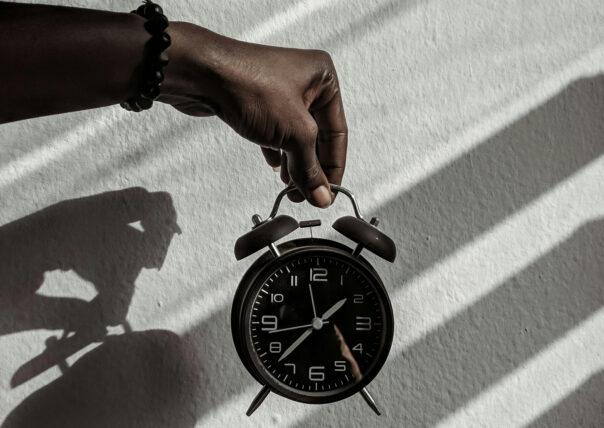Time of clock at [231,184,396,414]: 1:37
